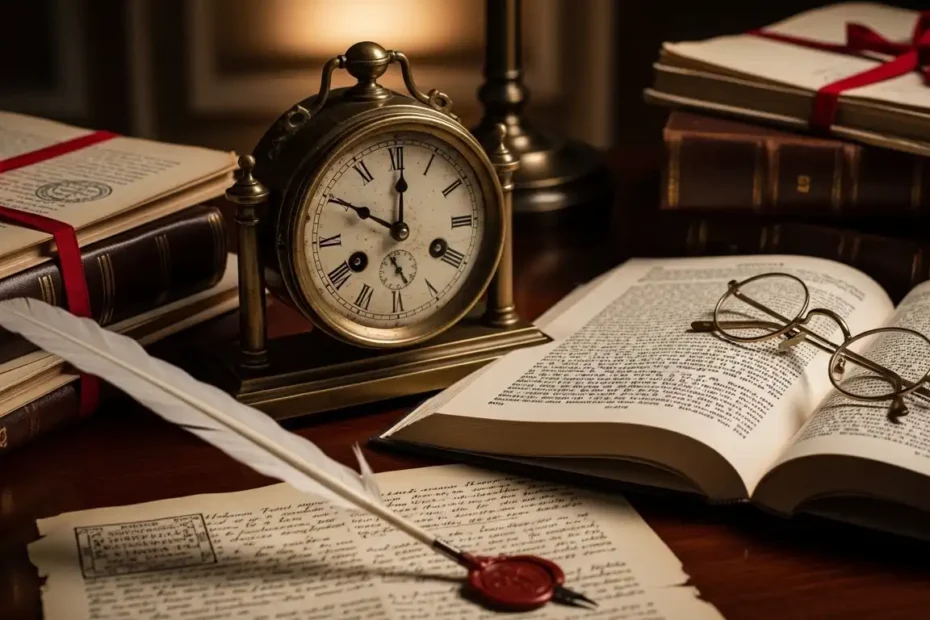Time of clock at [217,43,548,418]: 10:00
